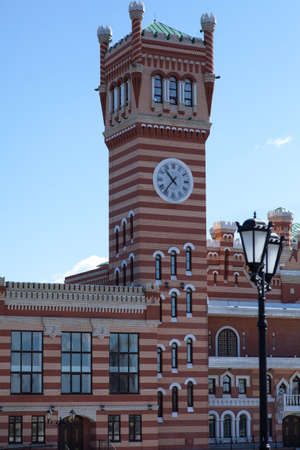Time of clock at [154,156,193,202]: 10:36
